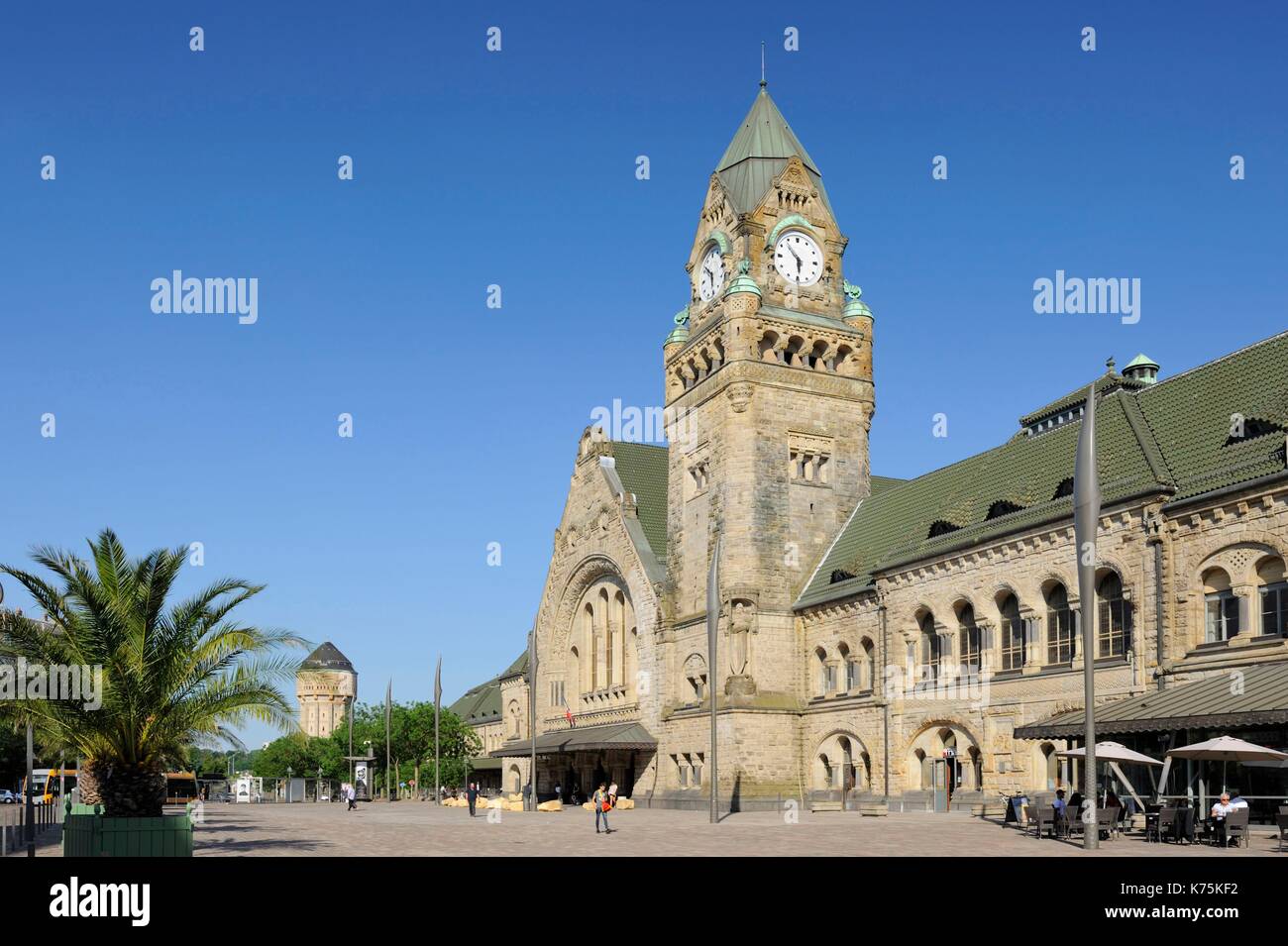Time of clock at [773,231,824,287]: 5:52
